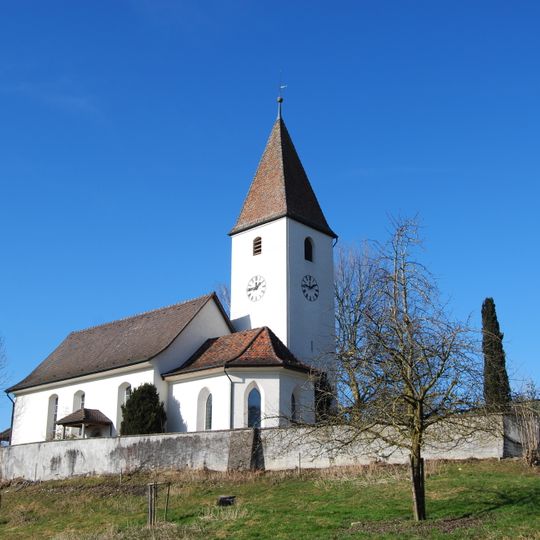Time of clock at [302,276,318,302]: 1:46
